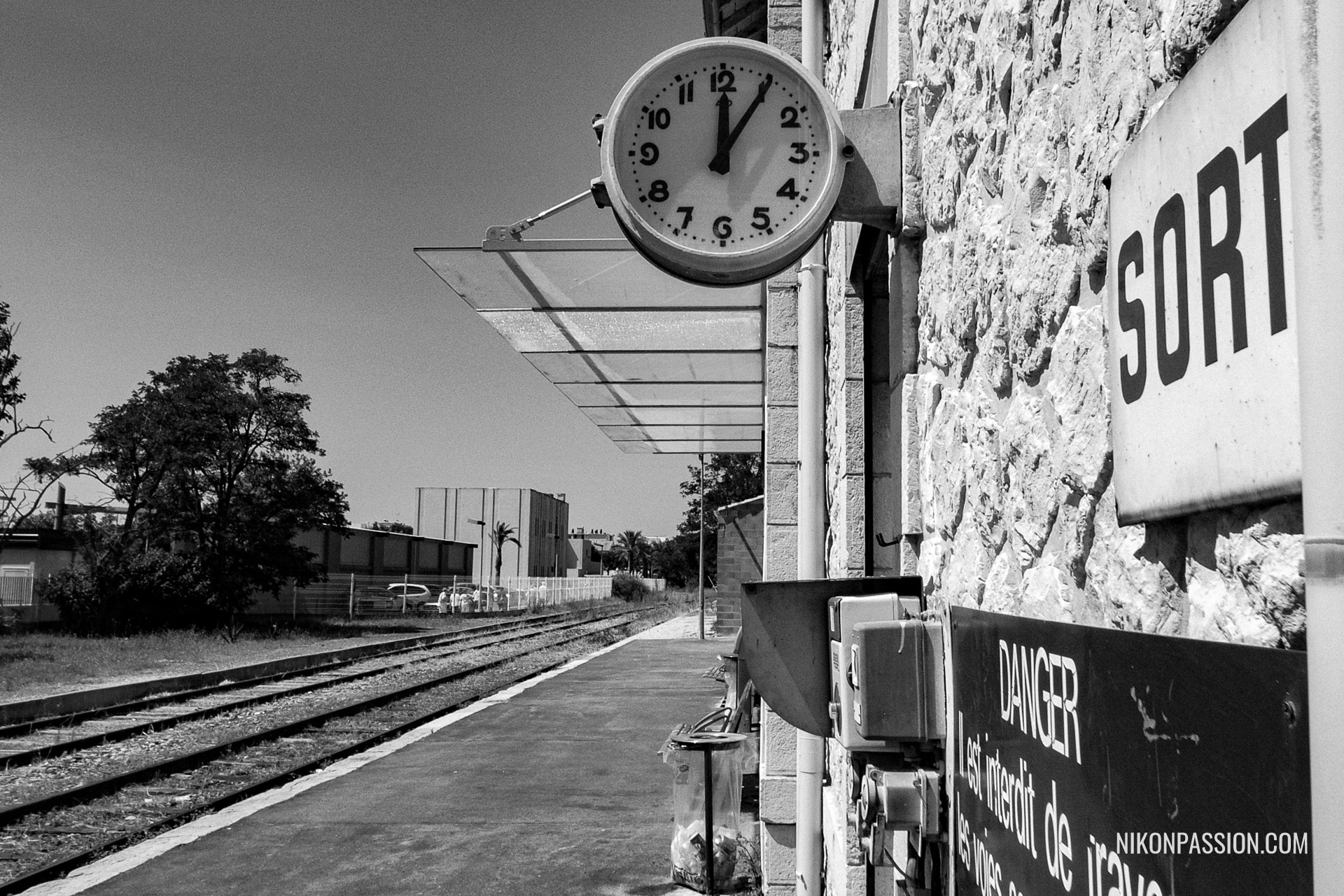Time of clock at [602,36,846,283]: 12:05
